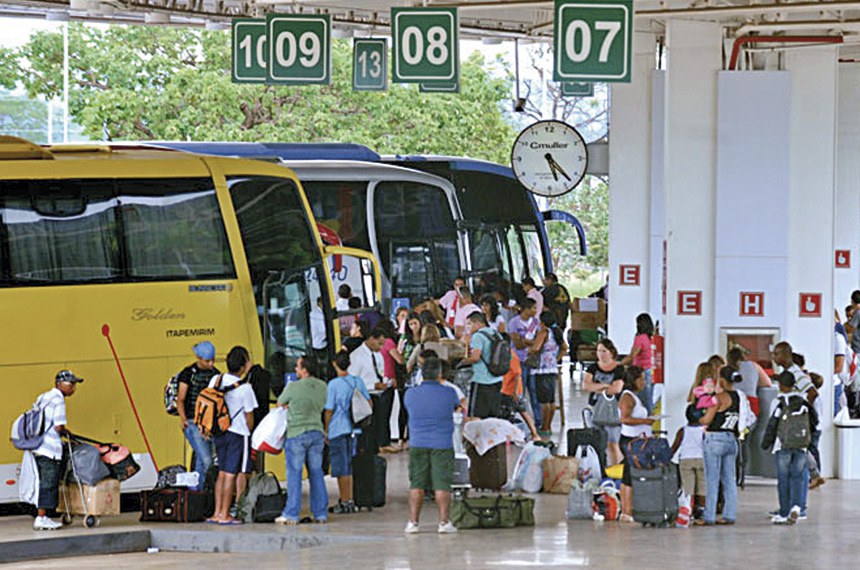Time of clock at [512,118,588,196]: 5:22
